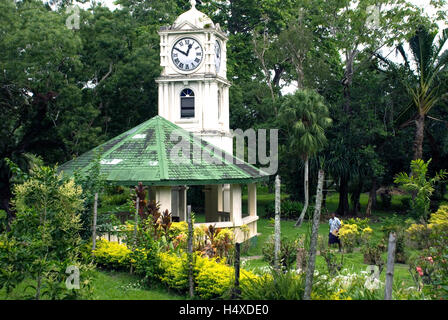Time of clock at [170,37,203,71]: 12:49
